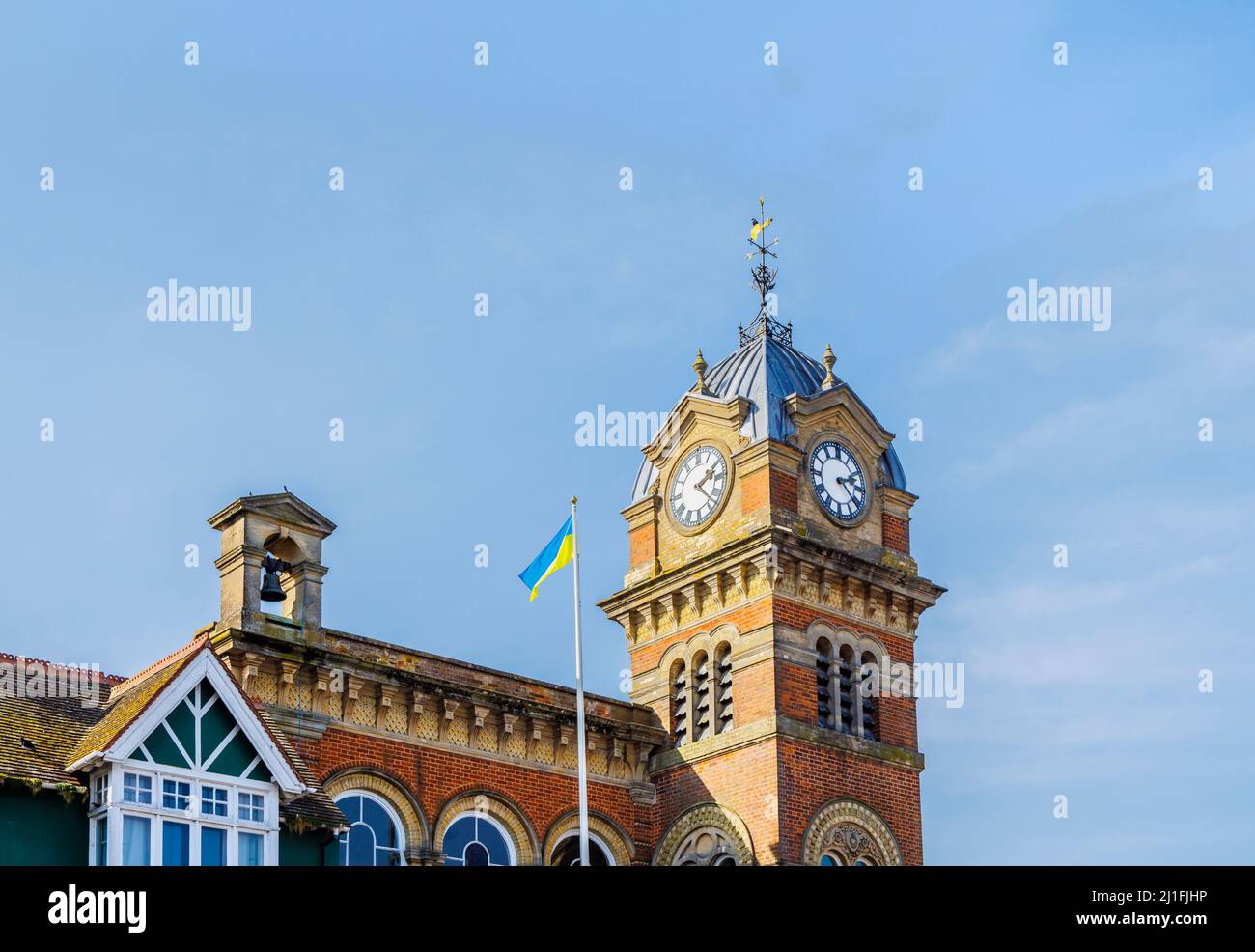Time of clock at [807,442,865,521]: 2:22
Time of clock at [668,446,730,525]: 2:21
